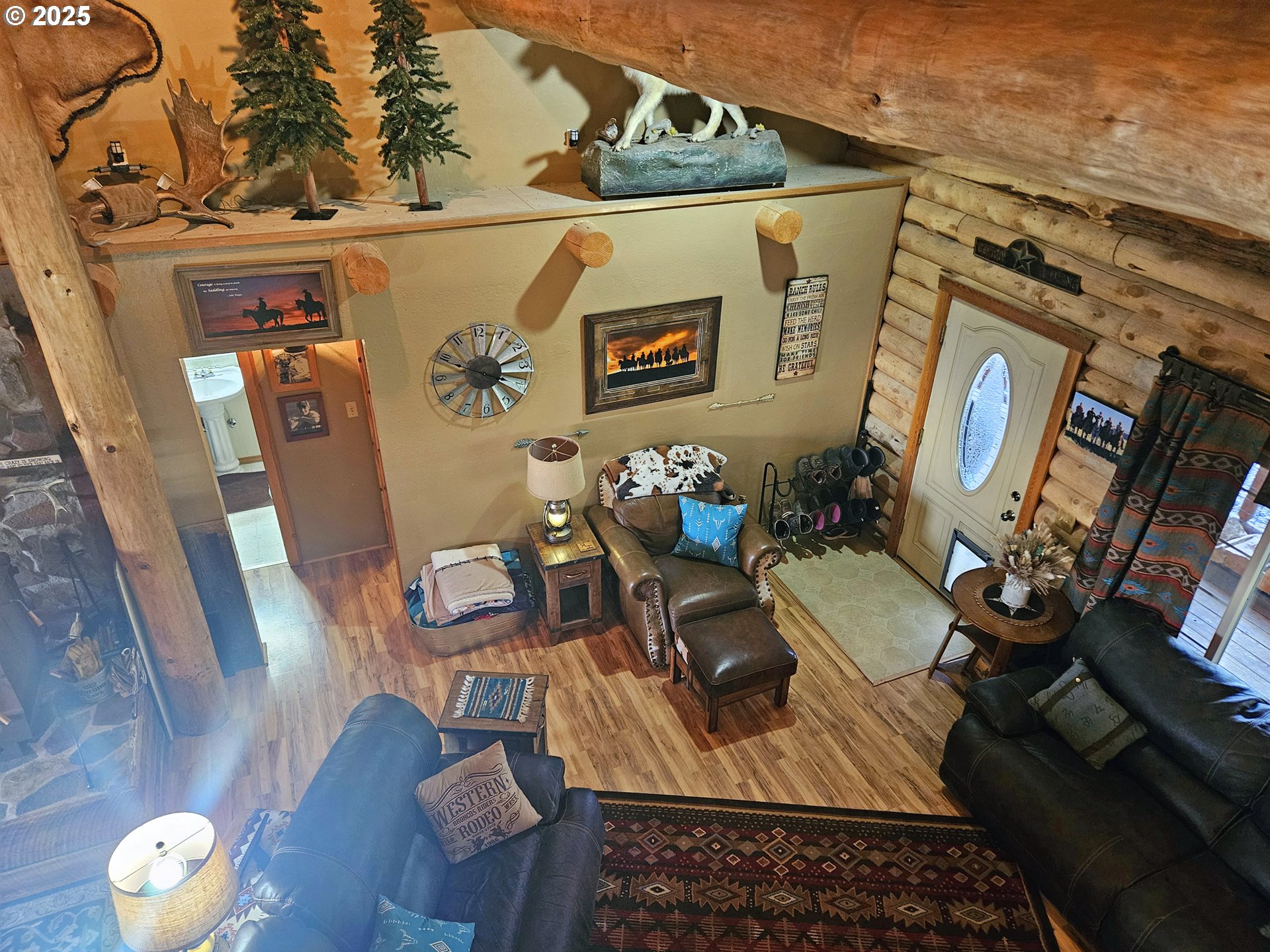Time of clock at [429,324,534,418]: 3:48
